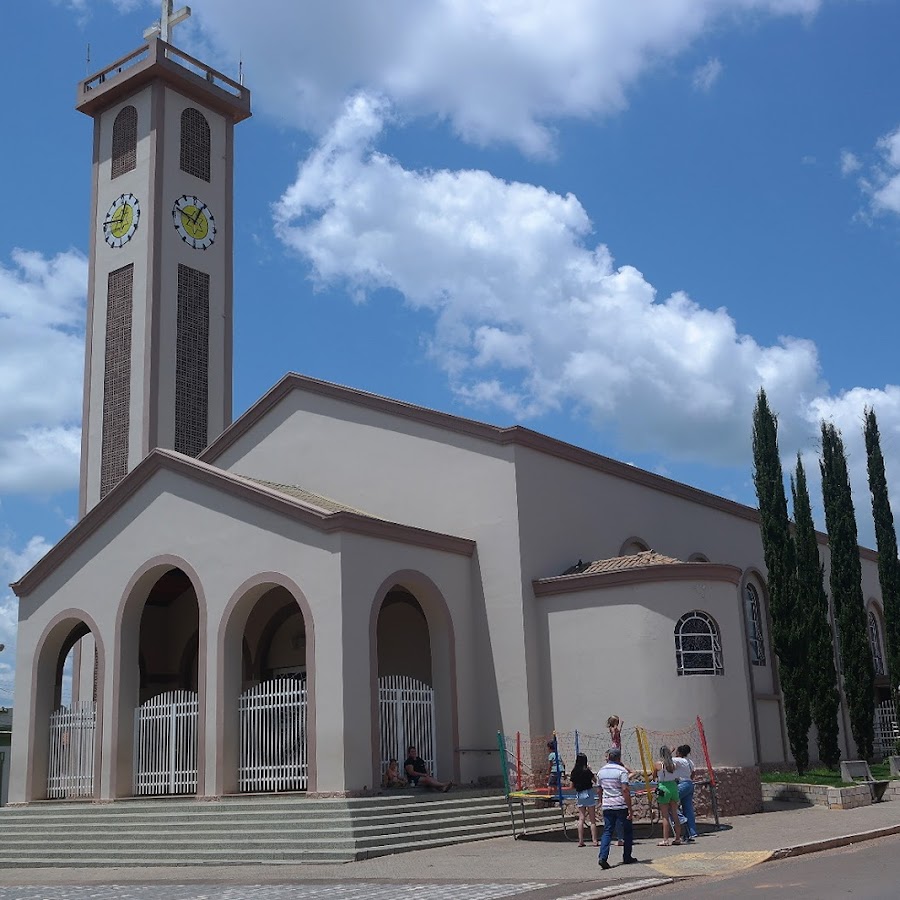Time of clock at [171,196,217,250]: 12:48
